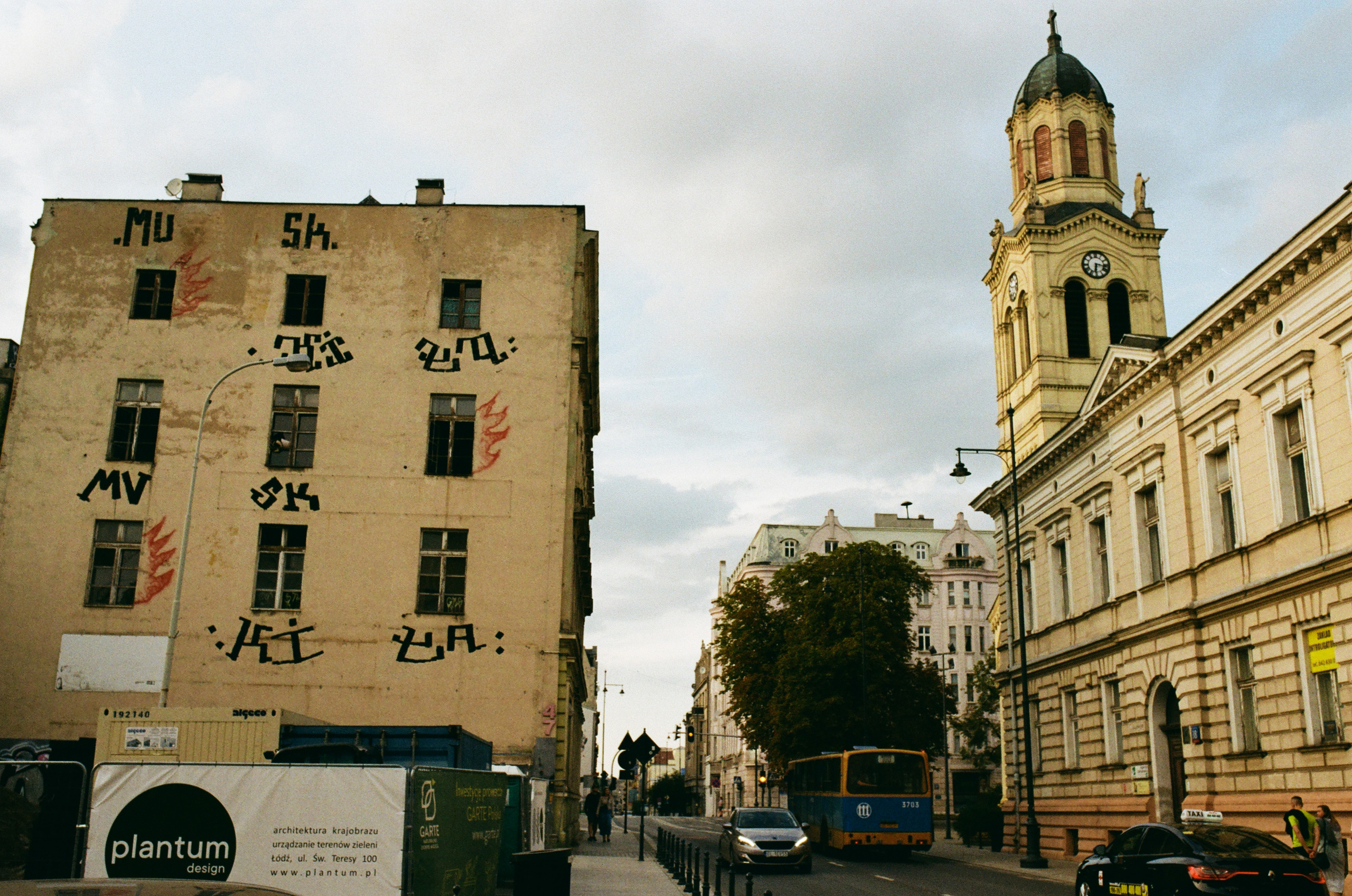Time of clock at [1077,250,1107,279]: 6:17
